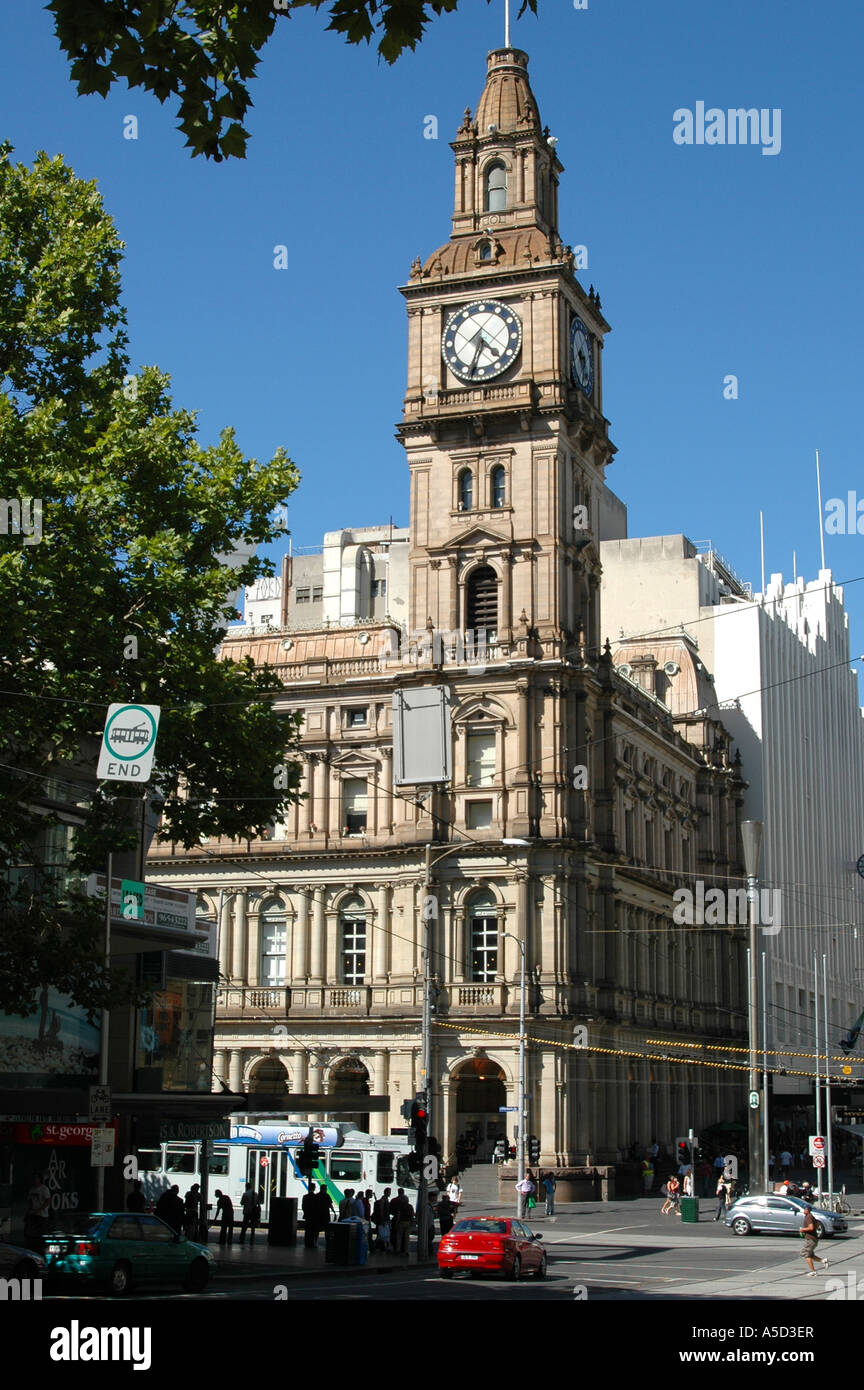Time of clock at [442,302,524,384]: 4:33
